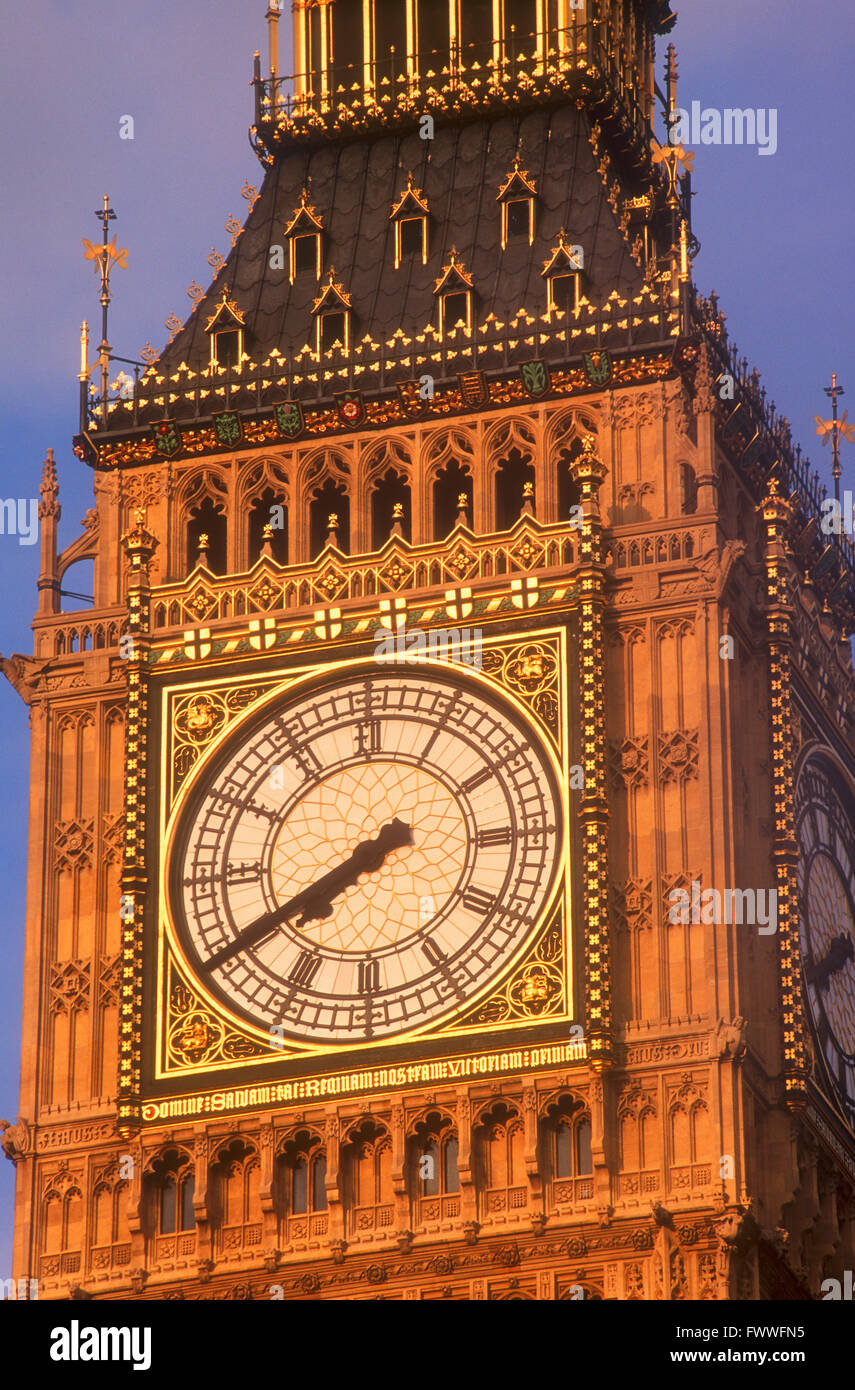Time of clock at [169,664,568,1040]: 7:40
